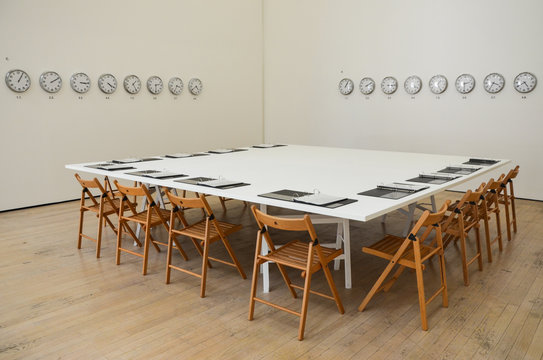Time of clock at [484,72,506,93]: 3:34
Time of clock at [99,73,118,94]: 4:20
